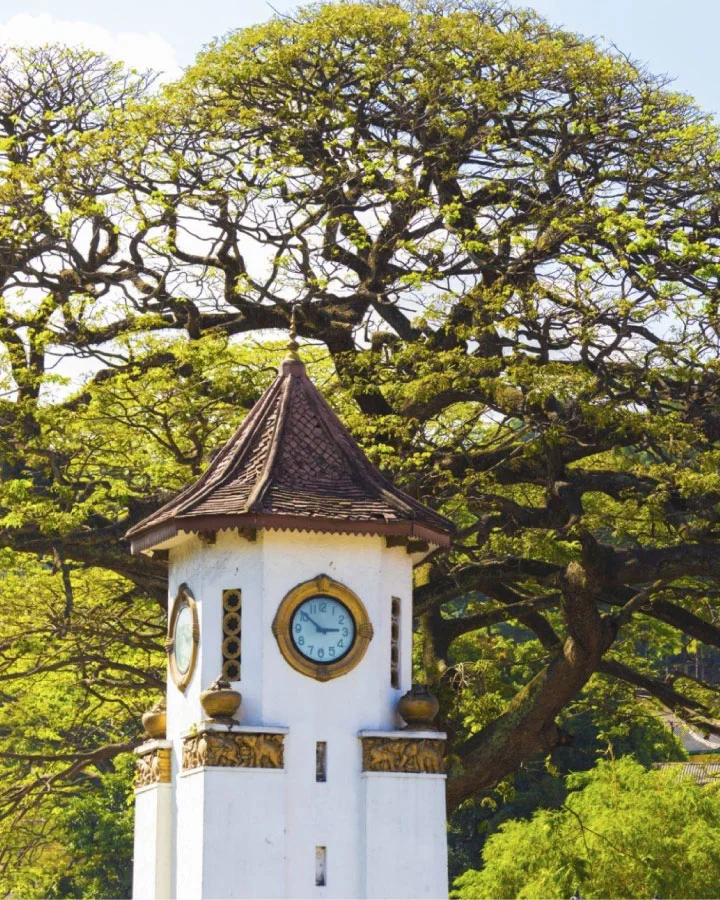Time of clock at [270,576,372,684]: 2:51
